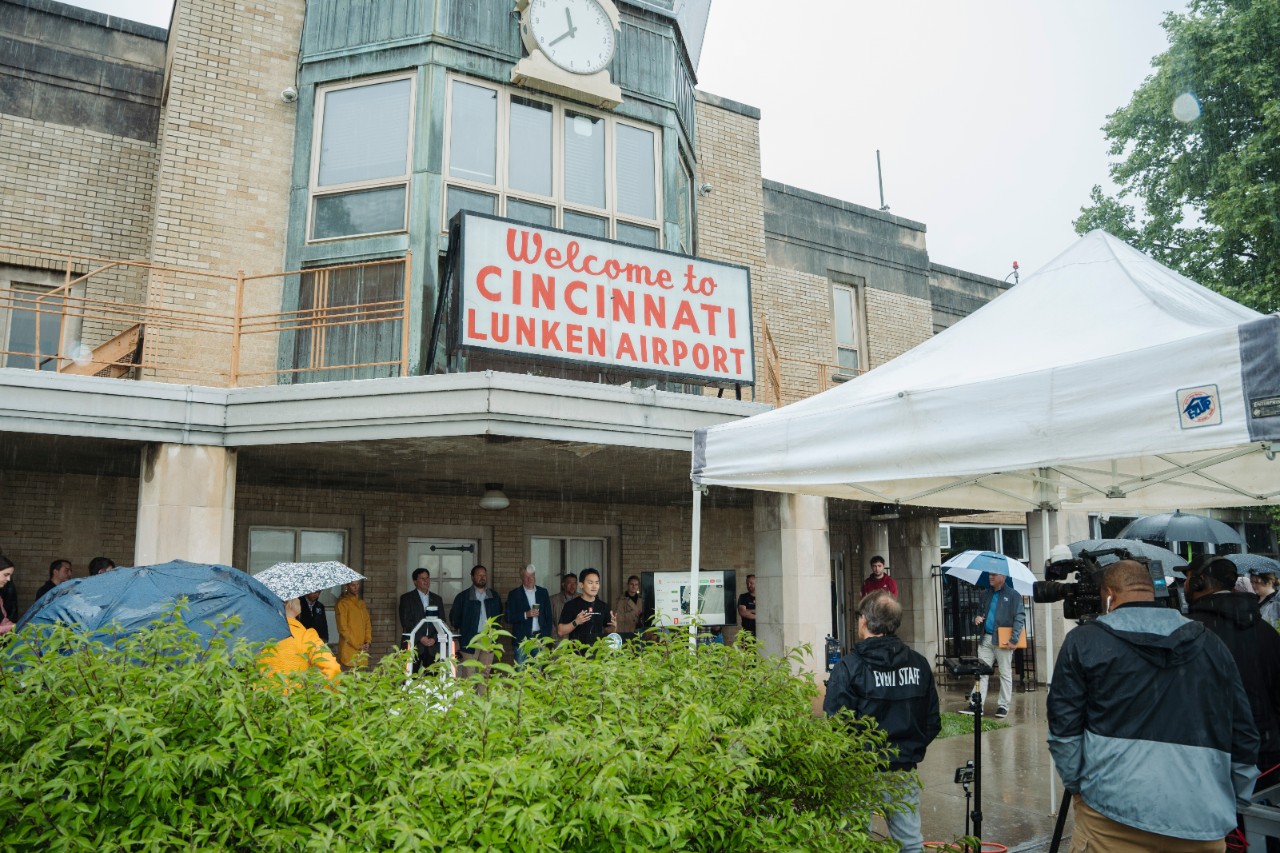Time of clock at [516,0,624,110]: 11:37
